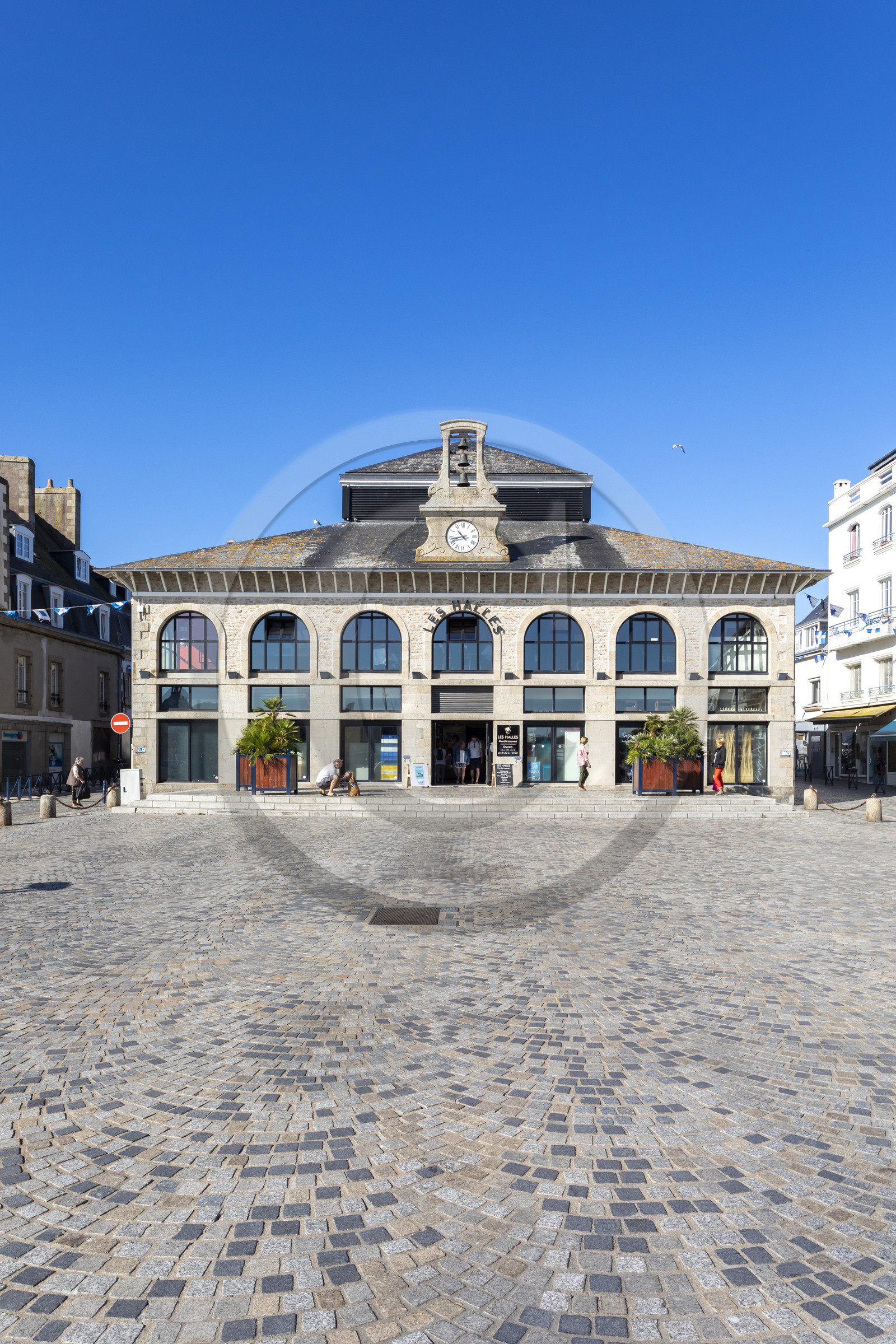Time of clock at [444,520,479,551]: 10:42
